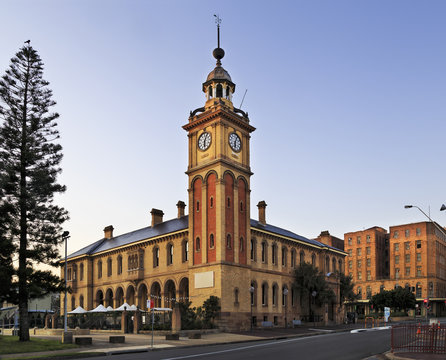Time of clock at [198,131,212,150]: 6:03
